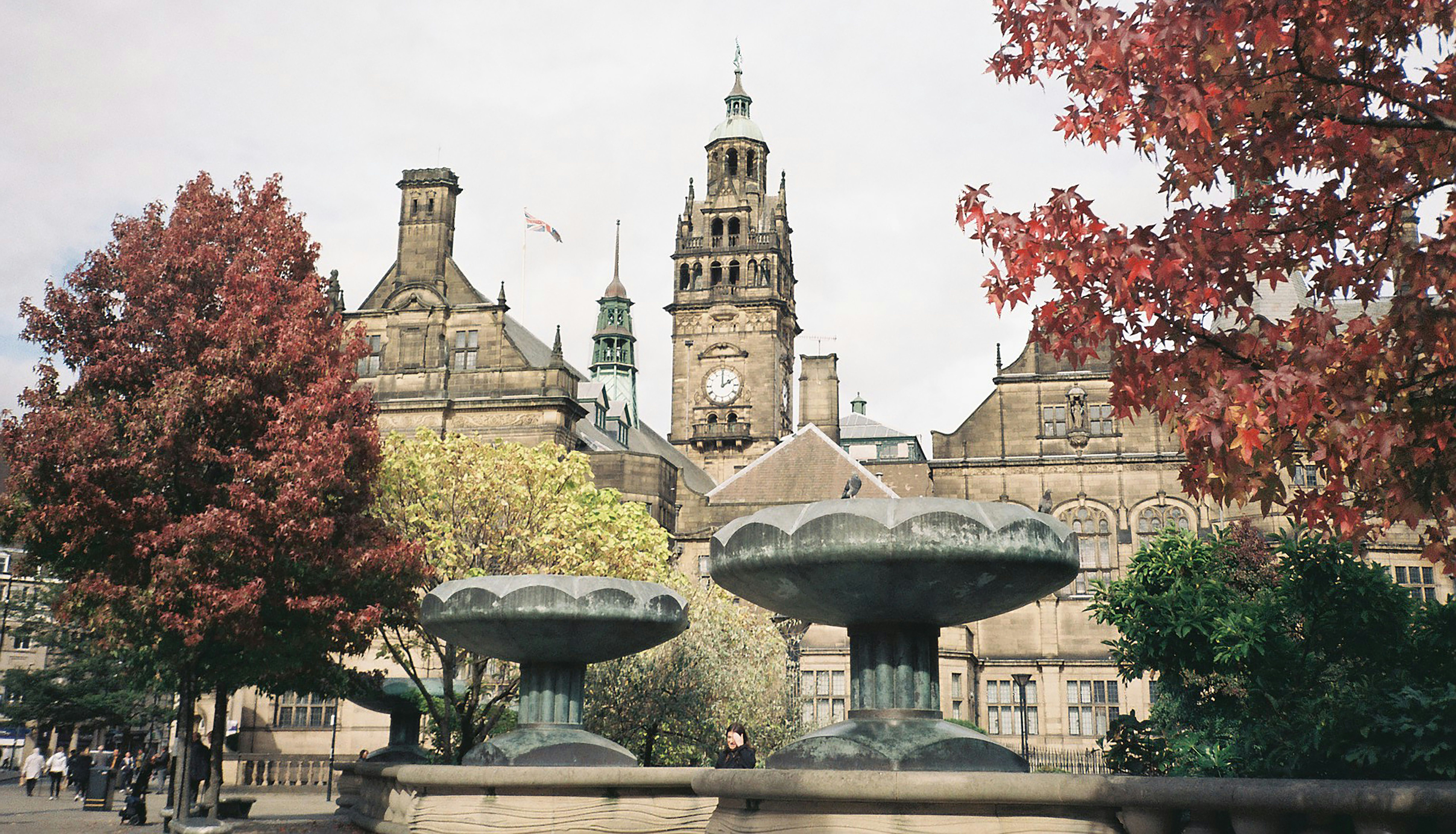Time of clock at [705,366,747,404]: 2:00
